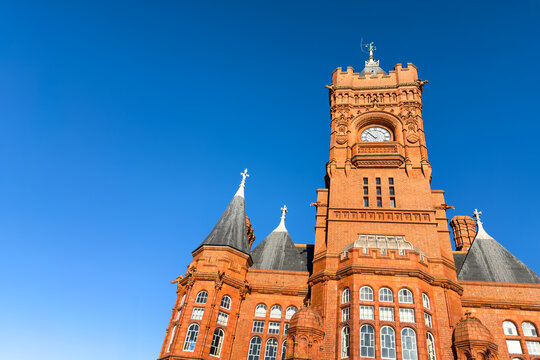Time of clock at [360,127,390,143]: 4:52
